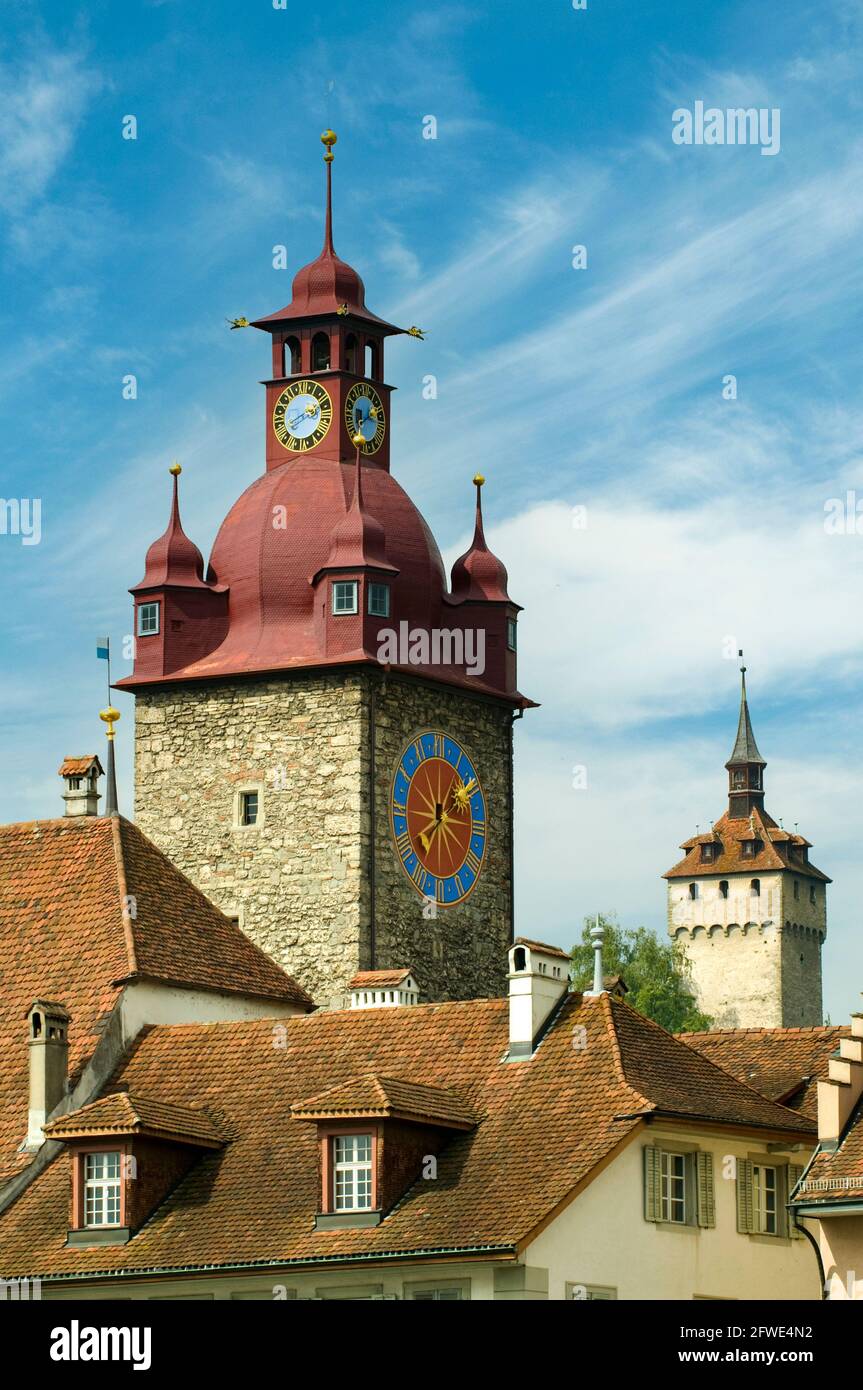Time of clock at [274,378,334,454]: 2:40
